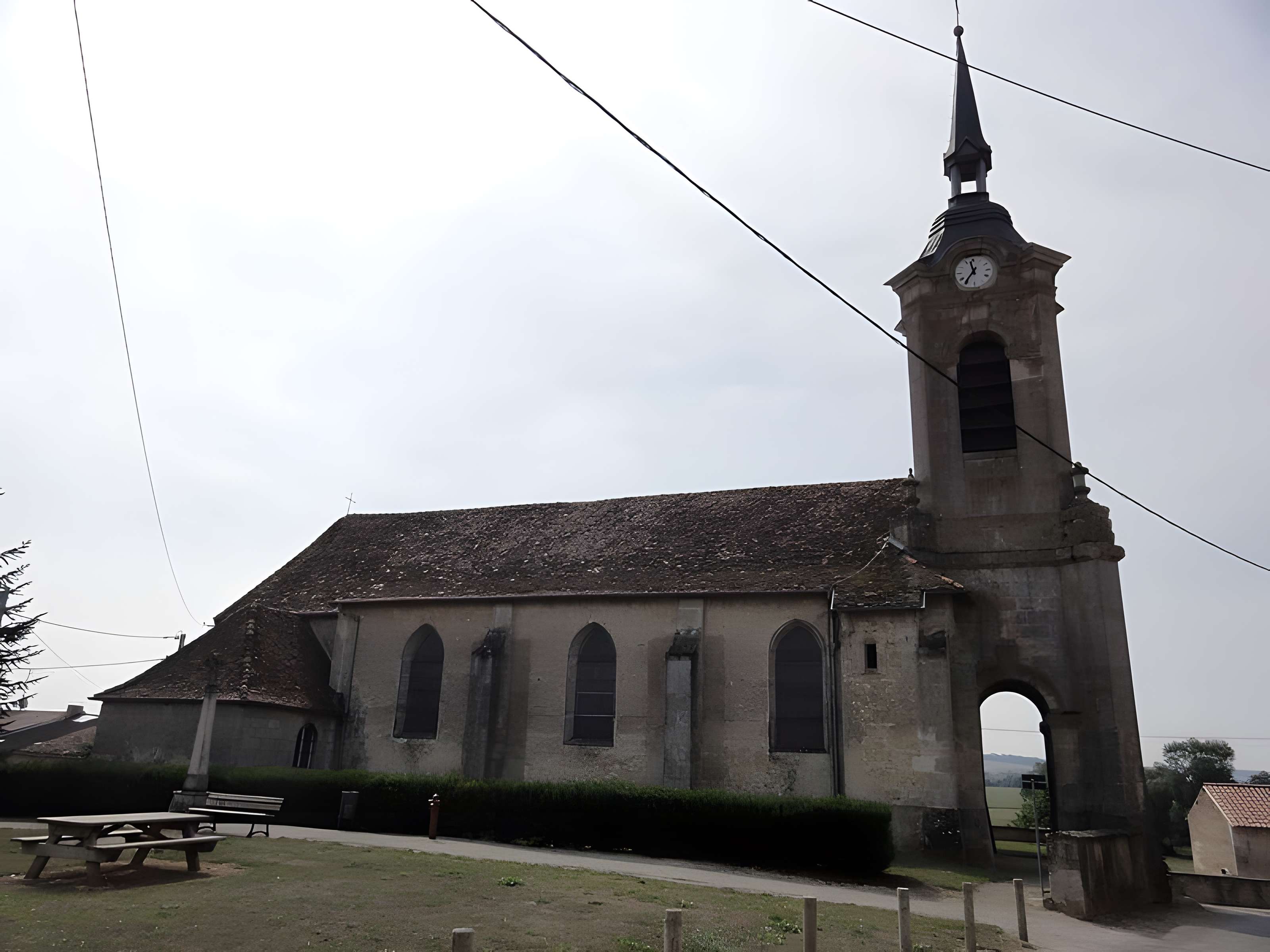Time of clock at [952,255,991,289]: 11:36
